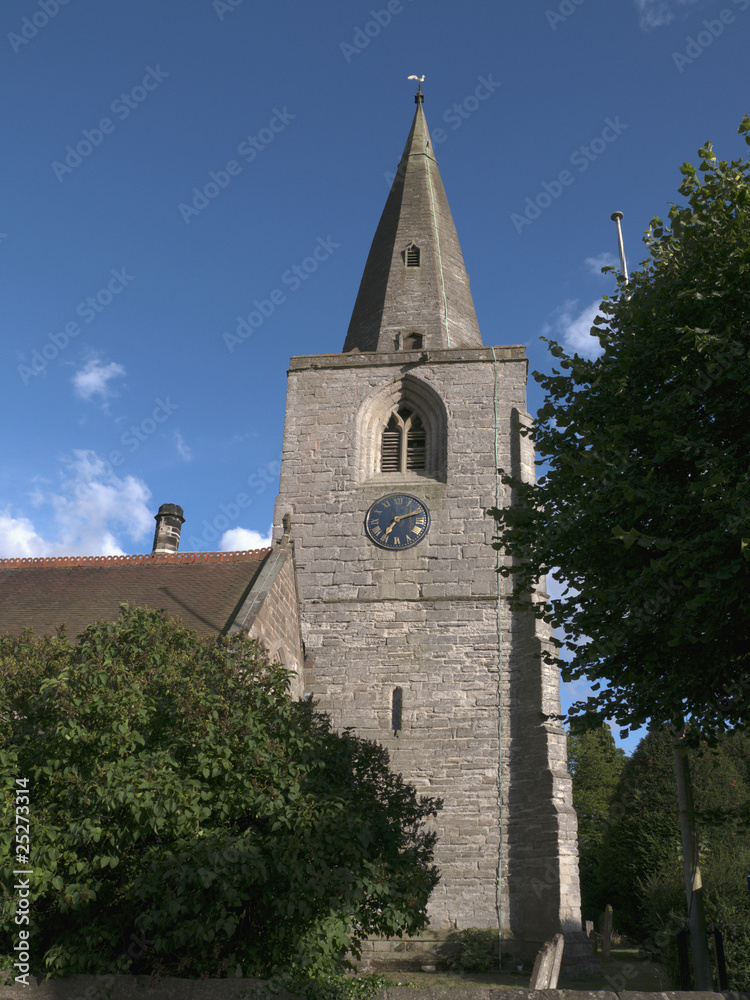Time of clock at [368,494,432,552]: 7:11
